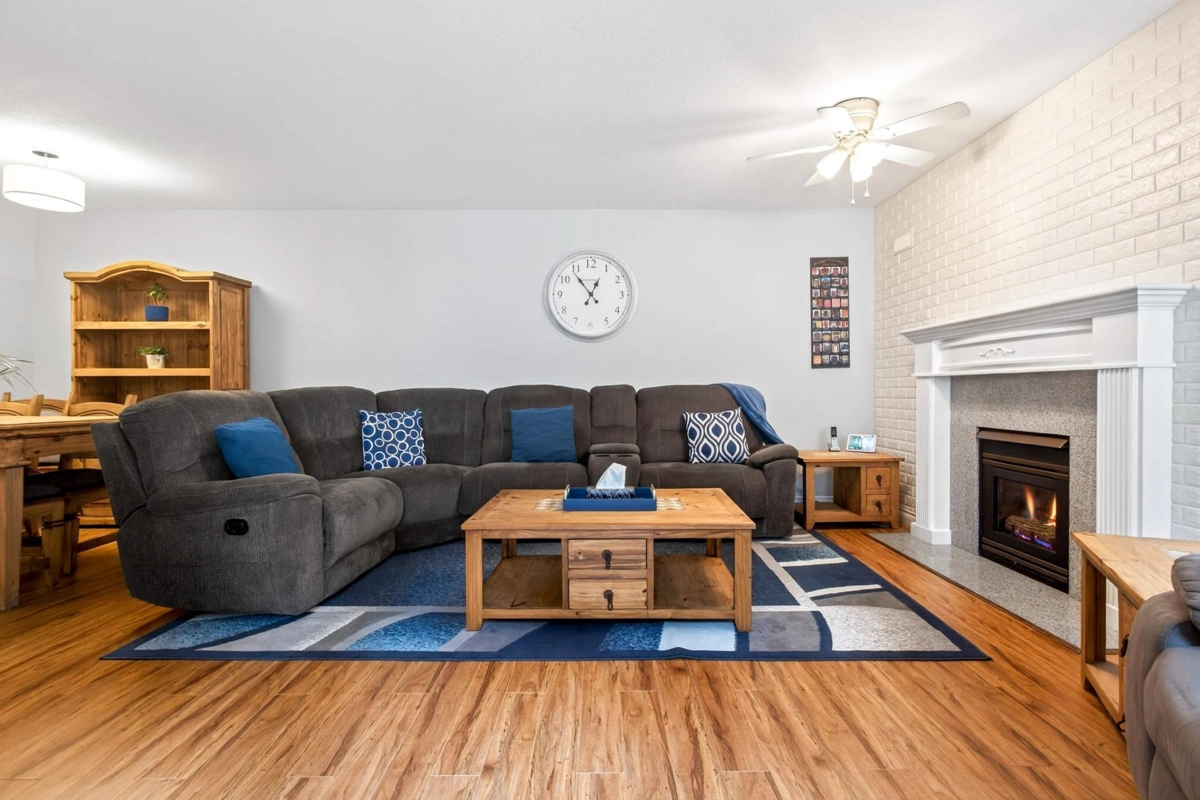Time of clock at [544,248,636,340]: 12:53
